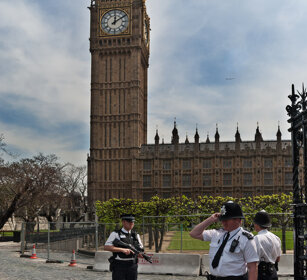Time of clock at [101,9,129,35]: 12:09
